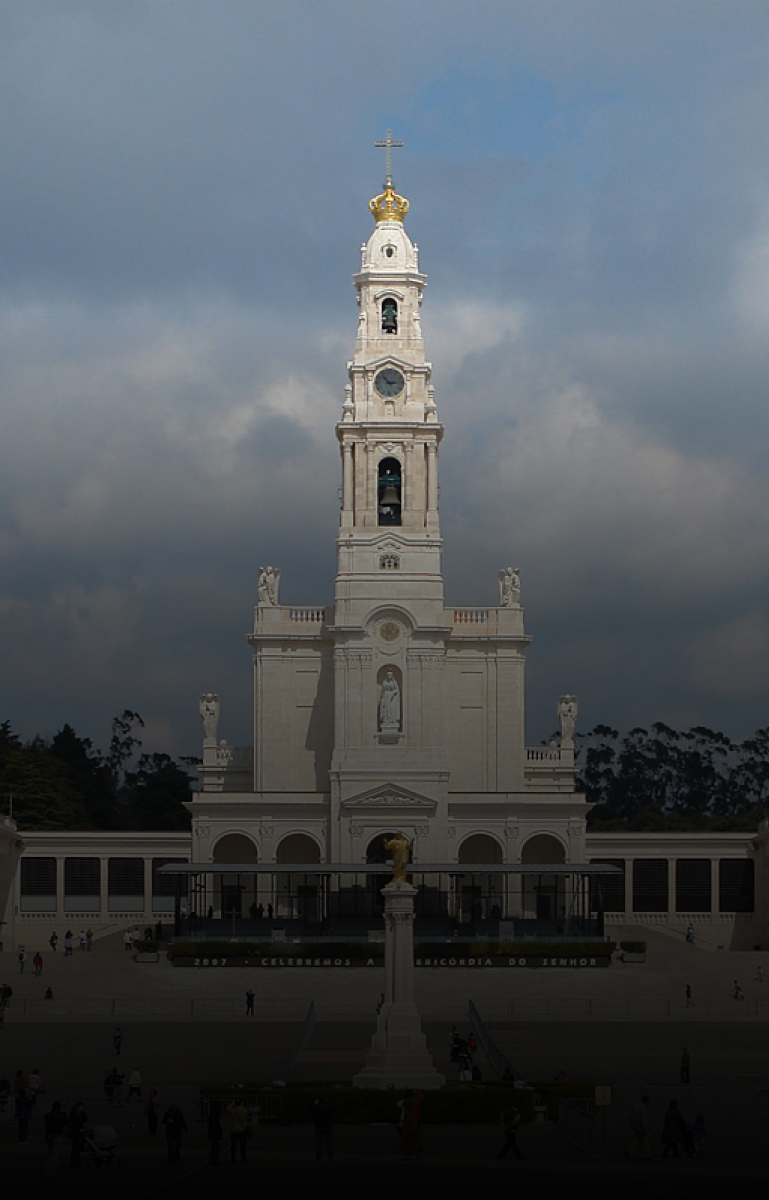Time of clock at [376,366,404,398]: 2:53
